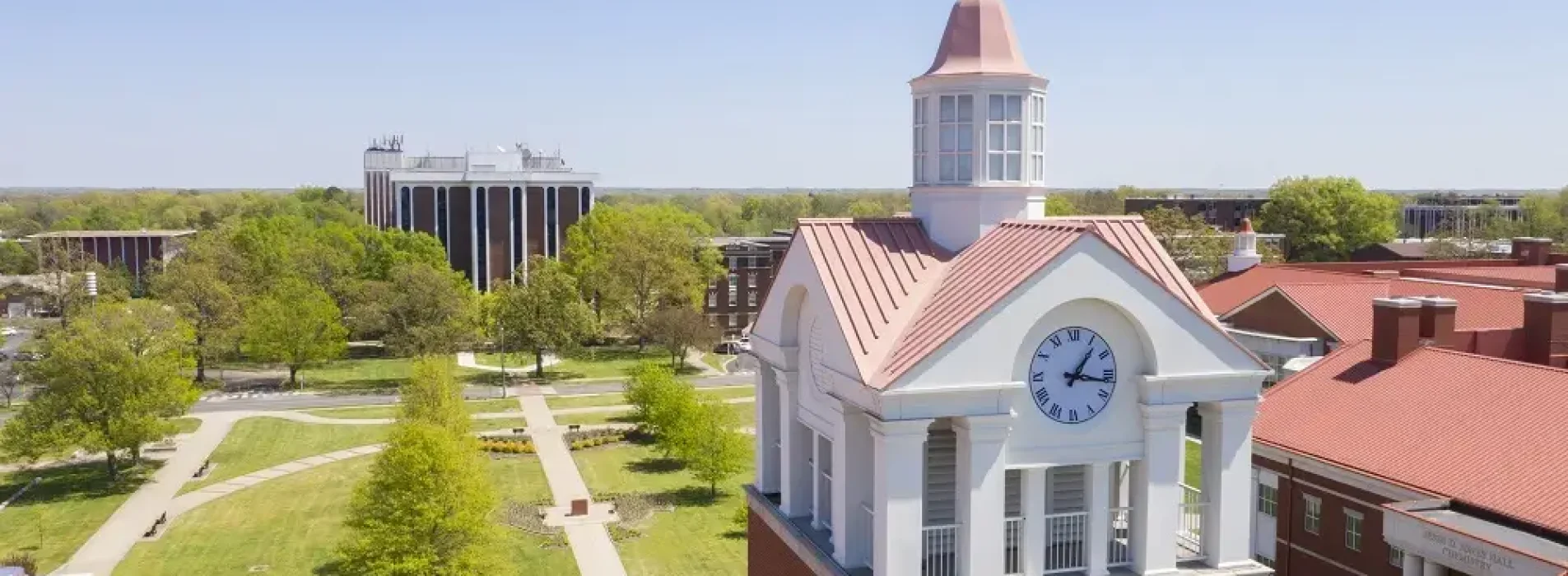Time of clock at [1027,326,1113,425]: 1:16
